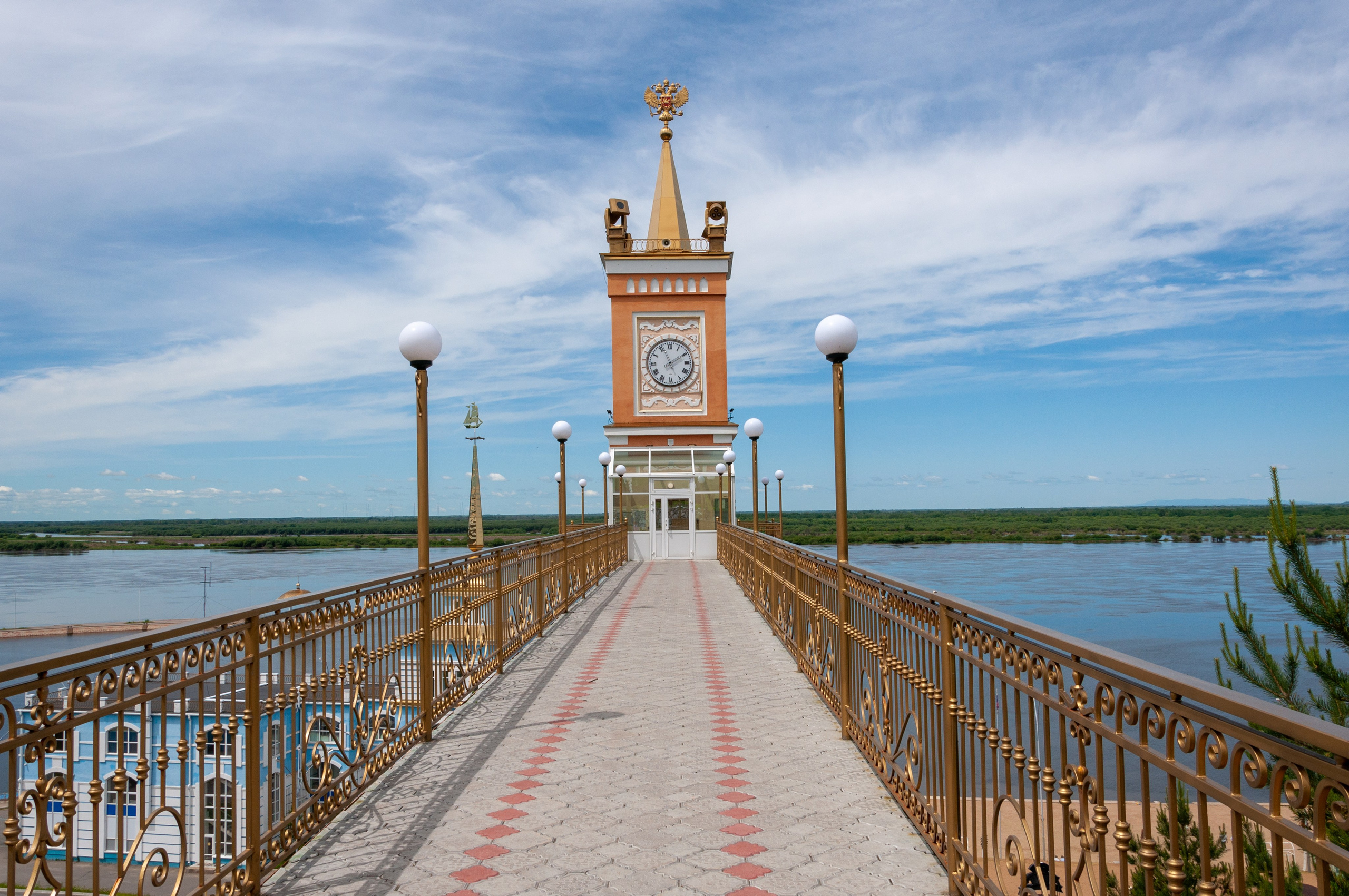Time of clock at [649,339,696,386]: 1:56
